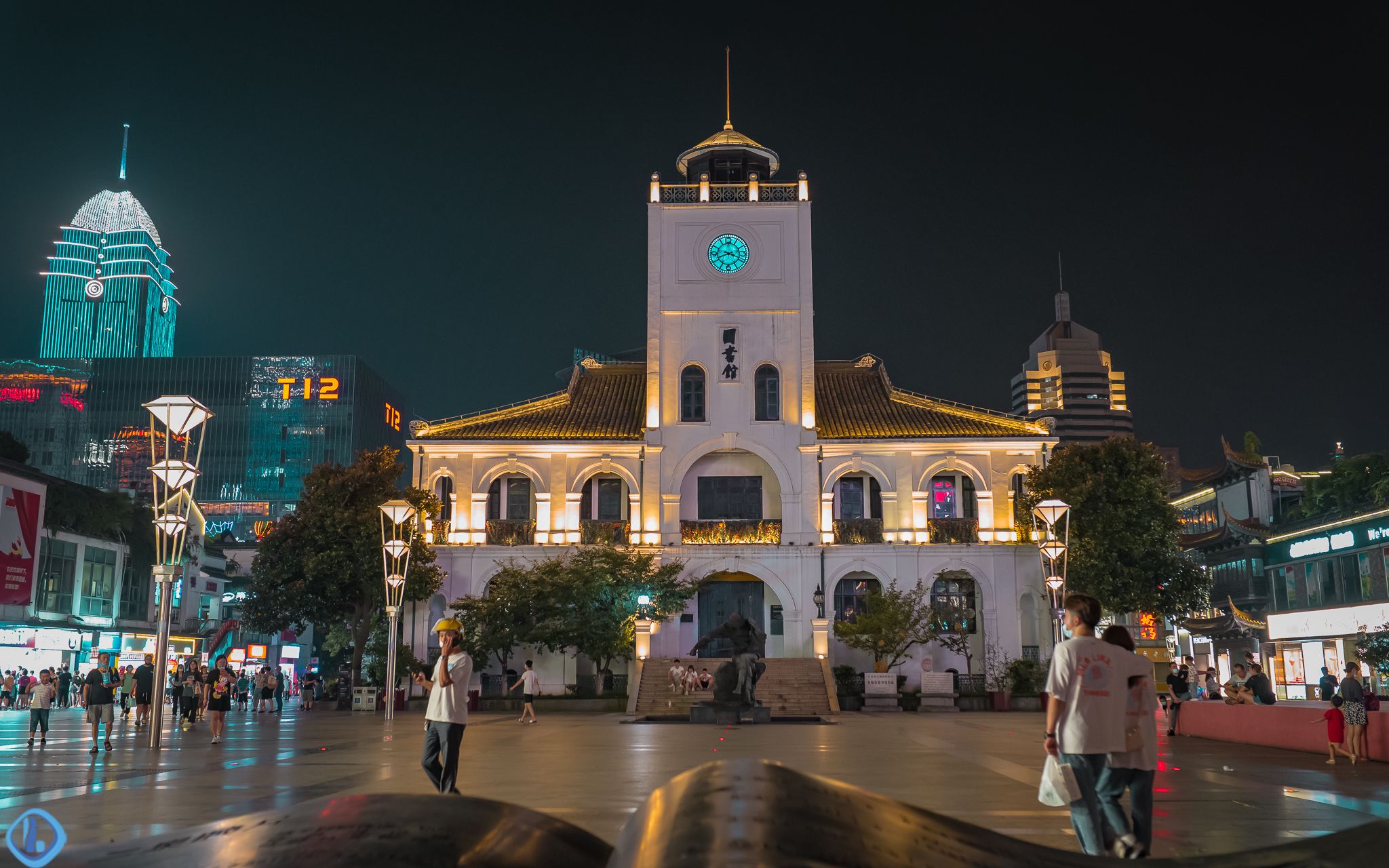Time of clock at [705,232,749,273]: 3:41
